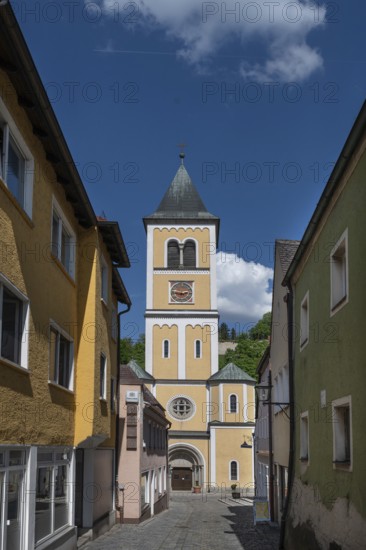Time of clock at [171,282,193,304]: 2:46
